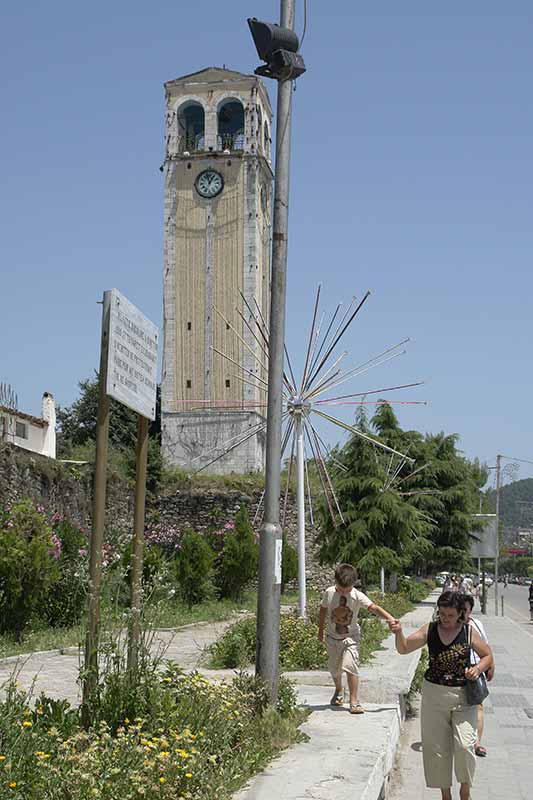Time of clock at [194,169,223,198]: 12:57
